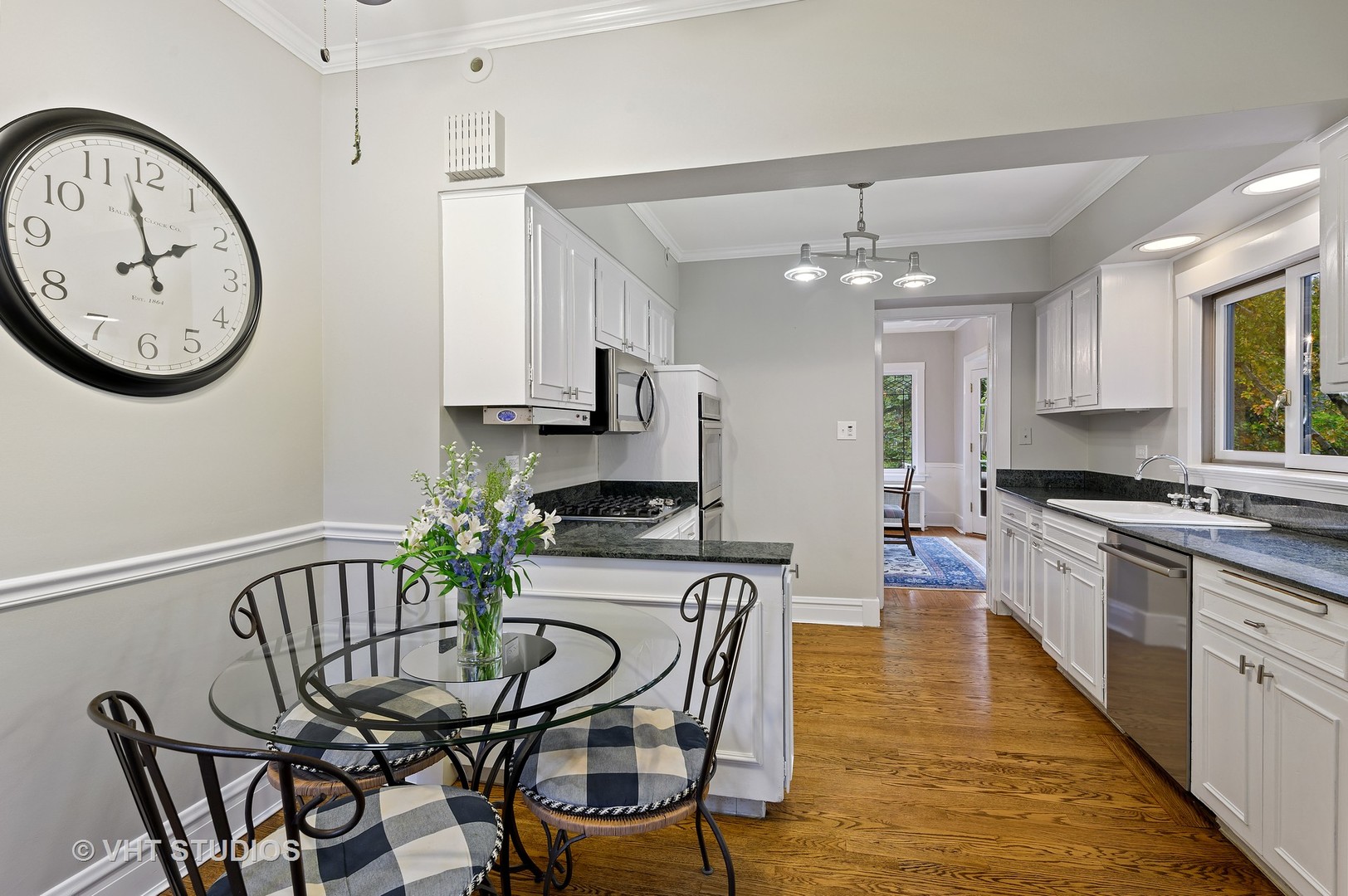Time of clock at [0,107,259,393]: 1:57
